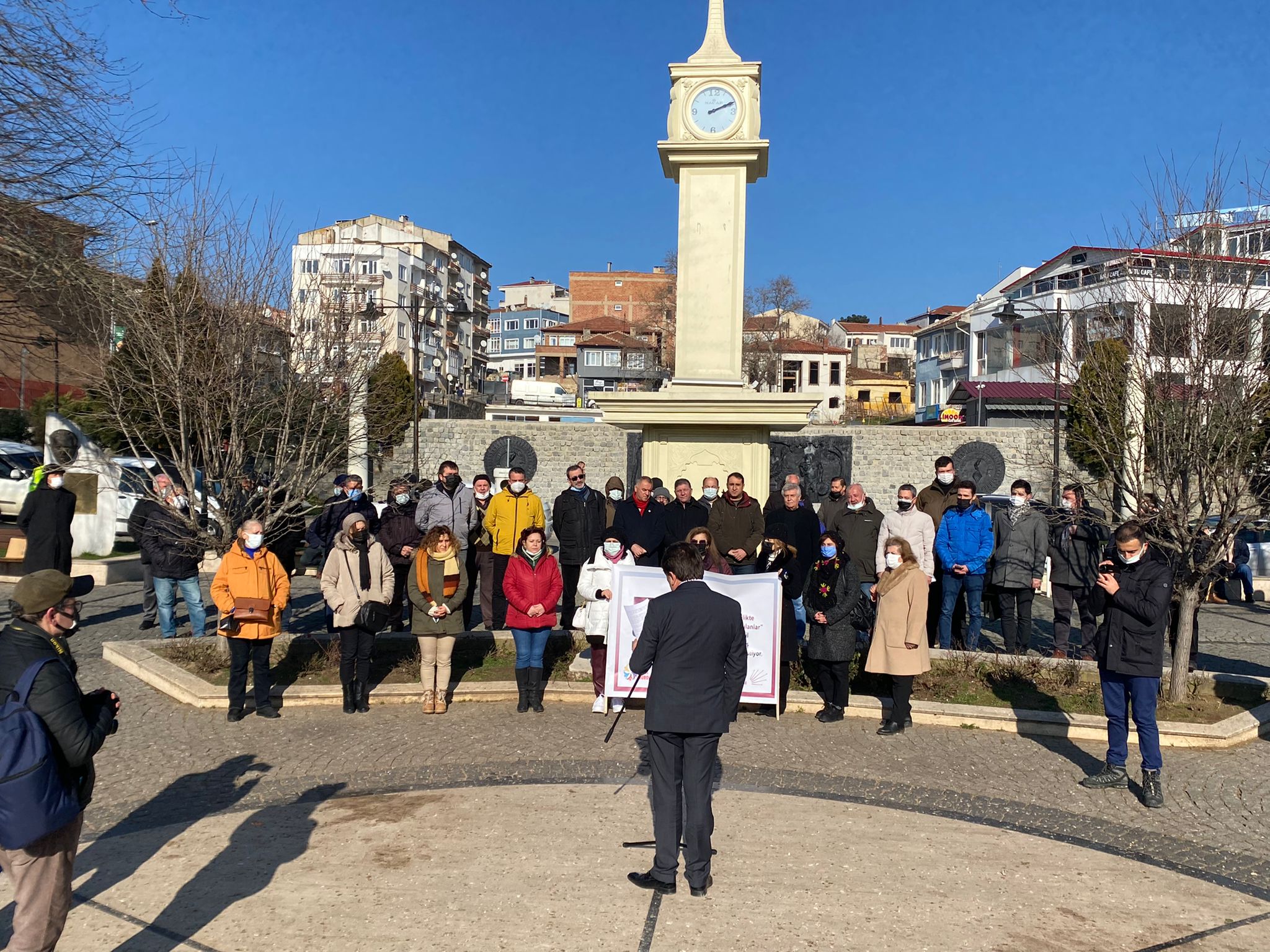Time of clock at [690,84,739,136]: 2:11
